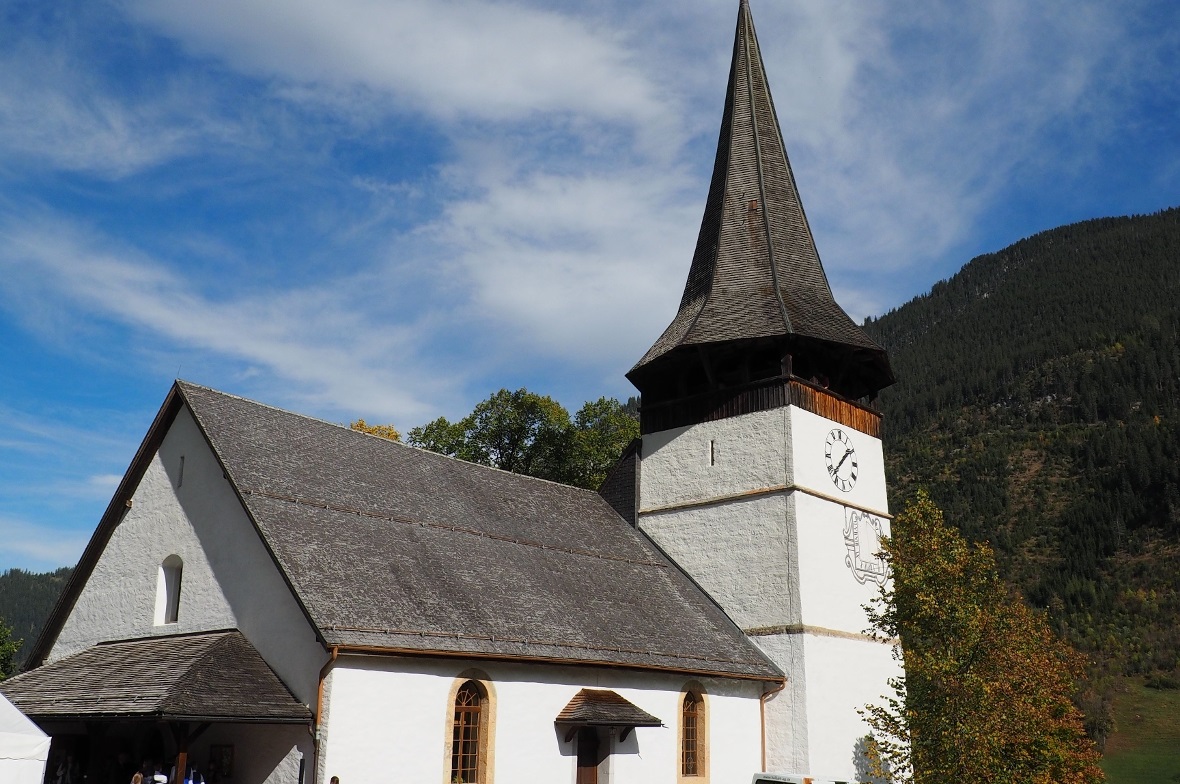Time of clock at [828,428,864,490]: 1:37
